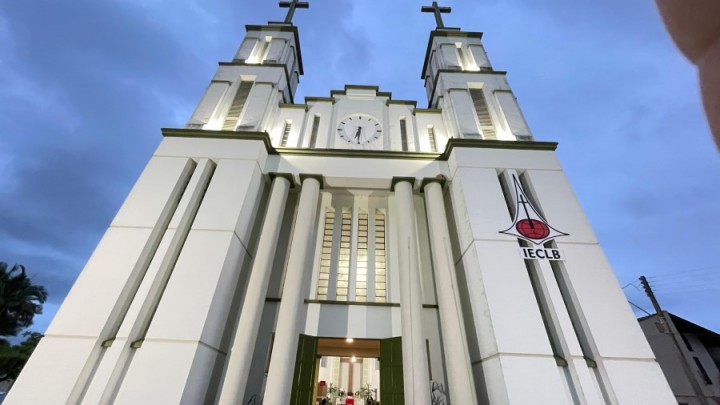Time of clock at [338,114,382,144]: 6:30
